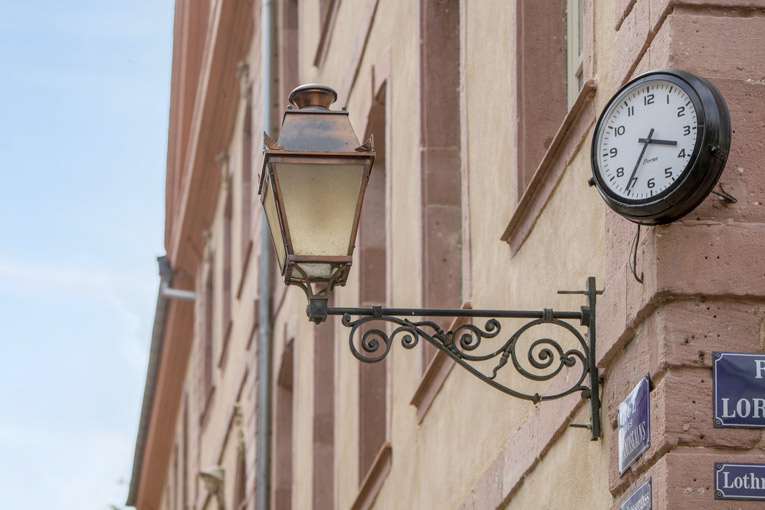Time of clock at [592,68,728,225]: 3:35
